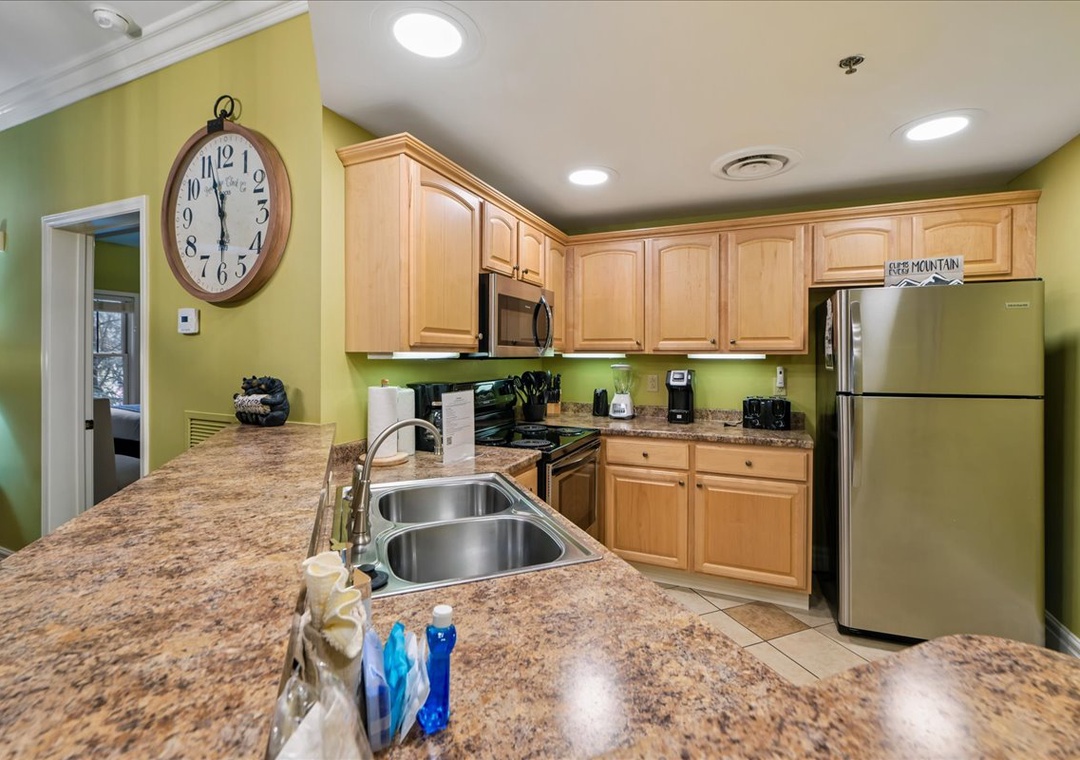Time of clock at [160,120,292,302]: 5:56
